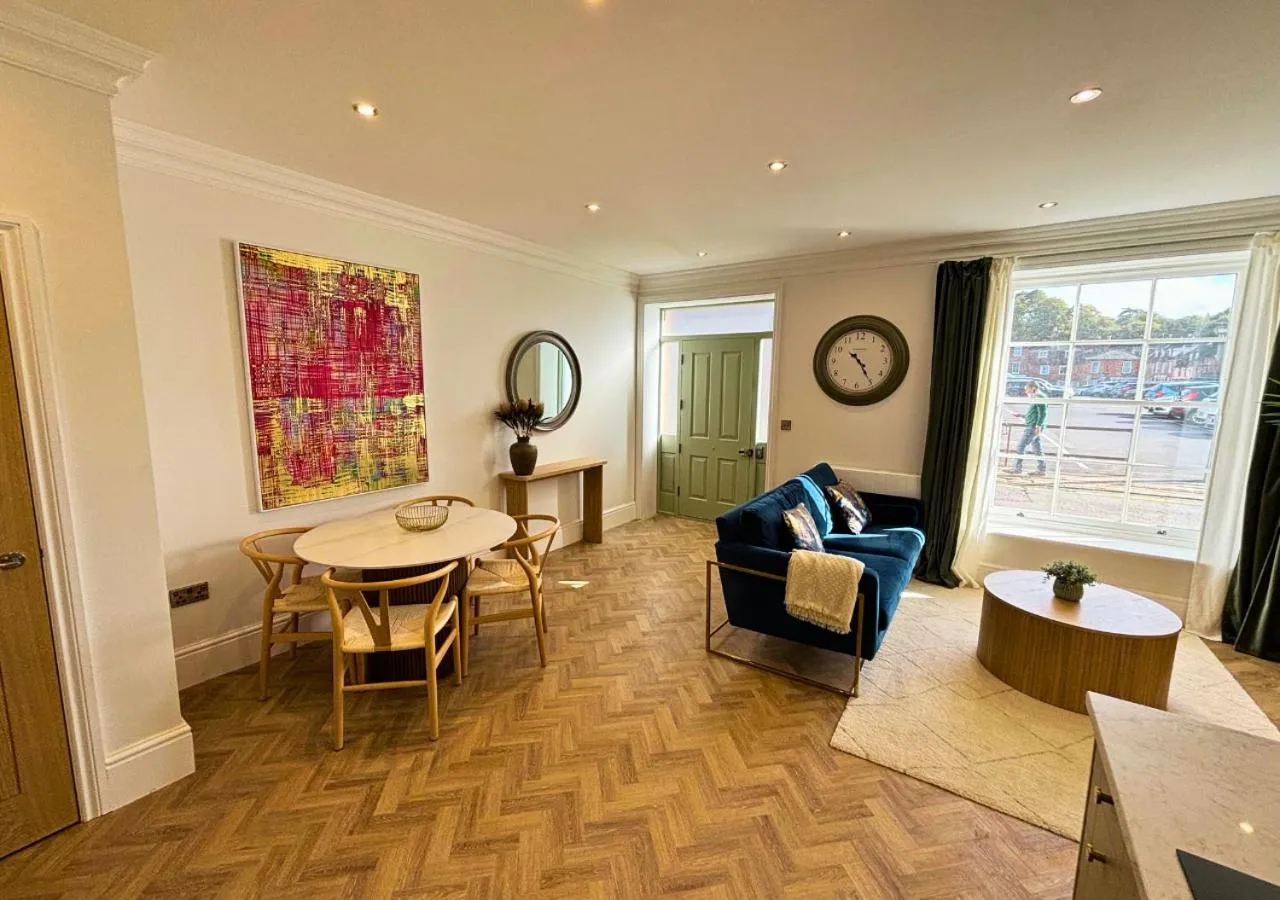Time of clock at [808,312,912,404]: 10:24
